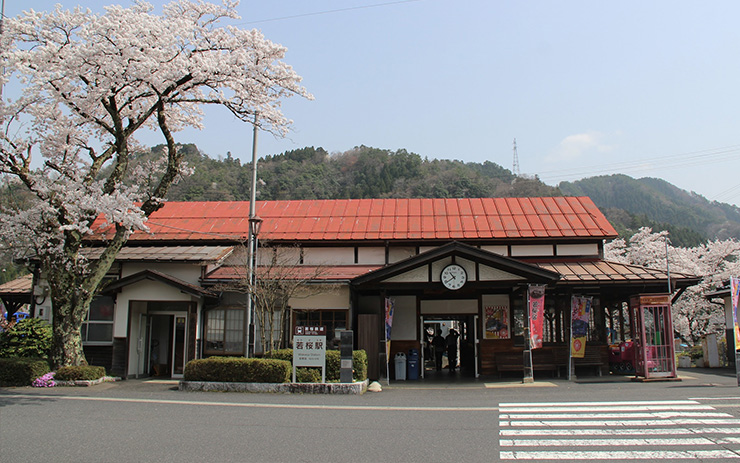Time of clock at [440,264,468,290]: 10:39
